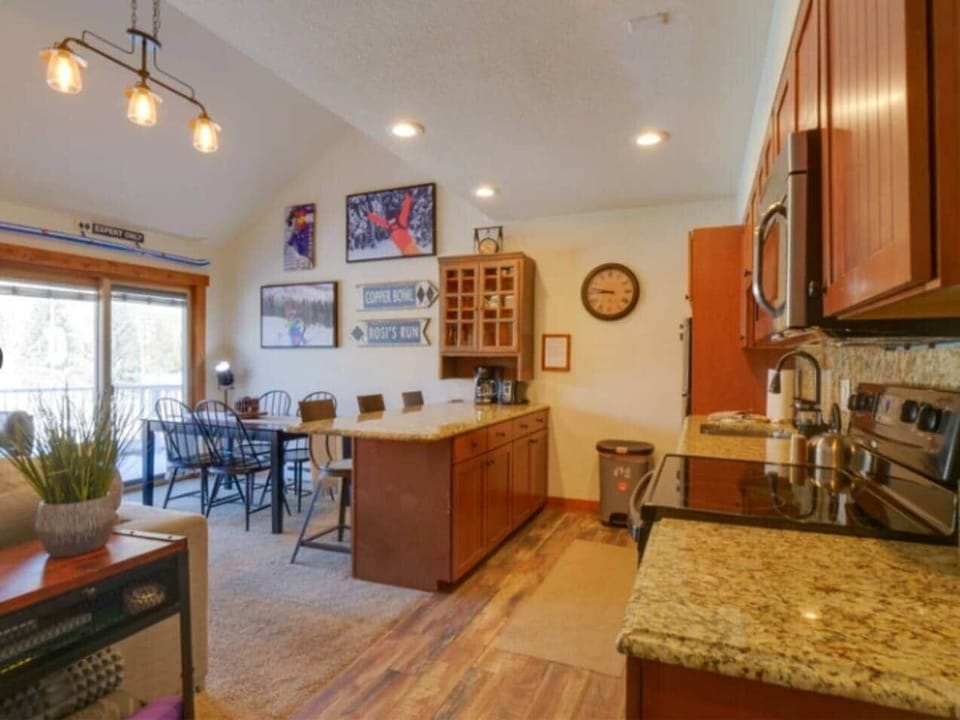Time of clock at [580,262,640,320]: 8:47
